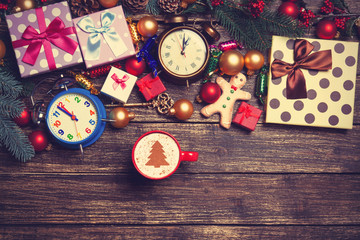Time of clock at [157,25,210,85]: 1:02
